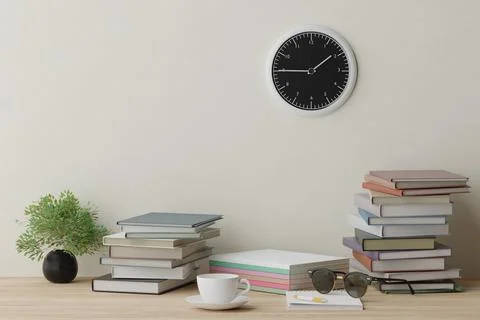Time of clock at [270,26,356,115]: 1:45
